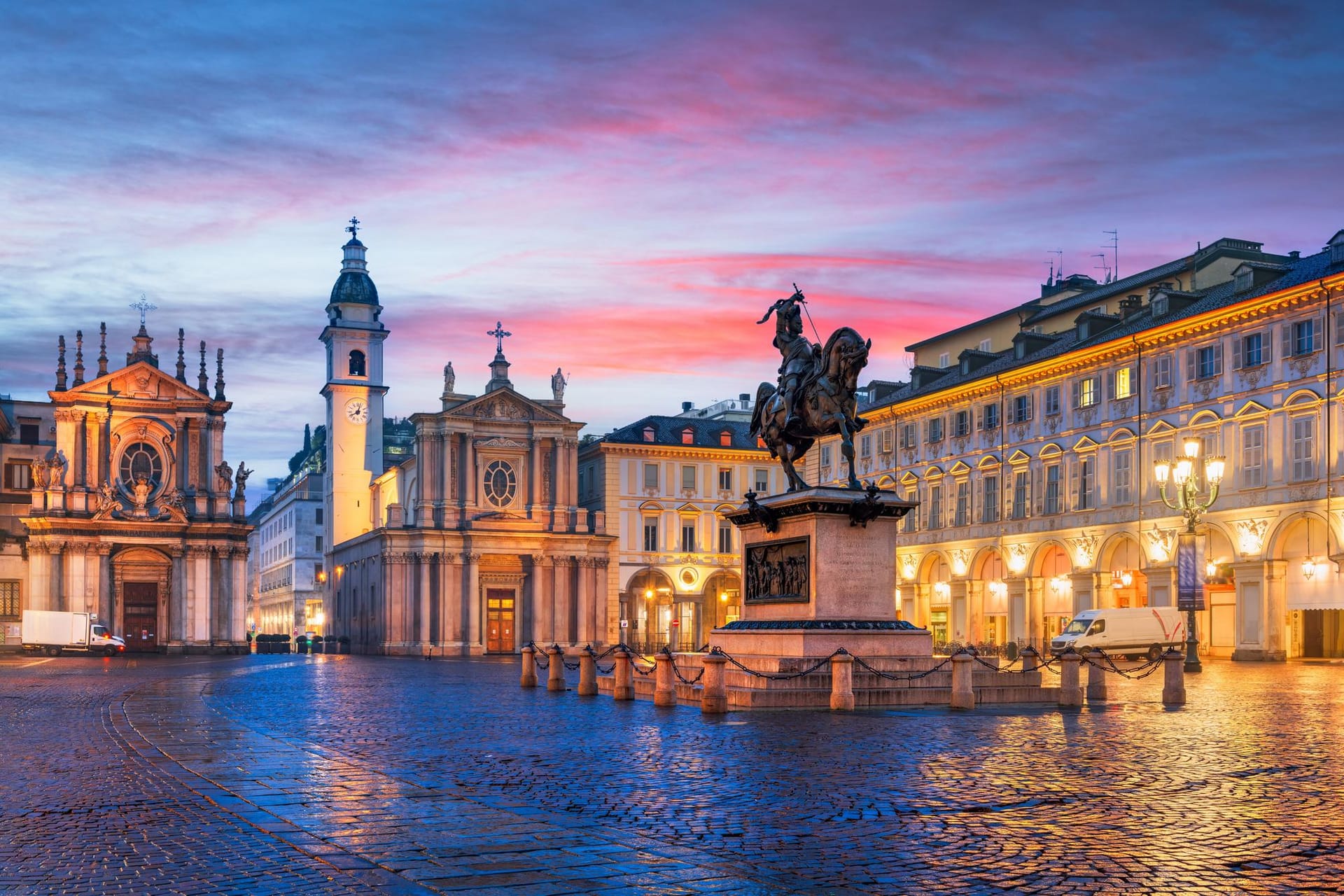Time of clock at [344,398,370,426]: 8:03
